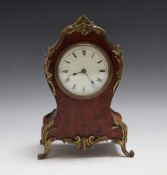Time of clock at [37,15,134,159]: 8:23
